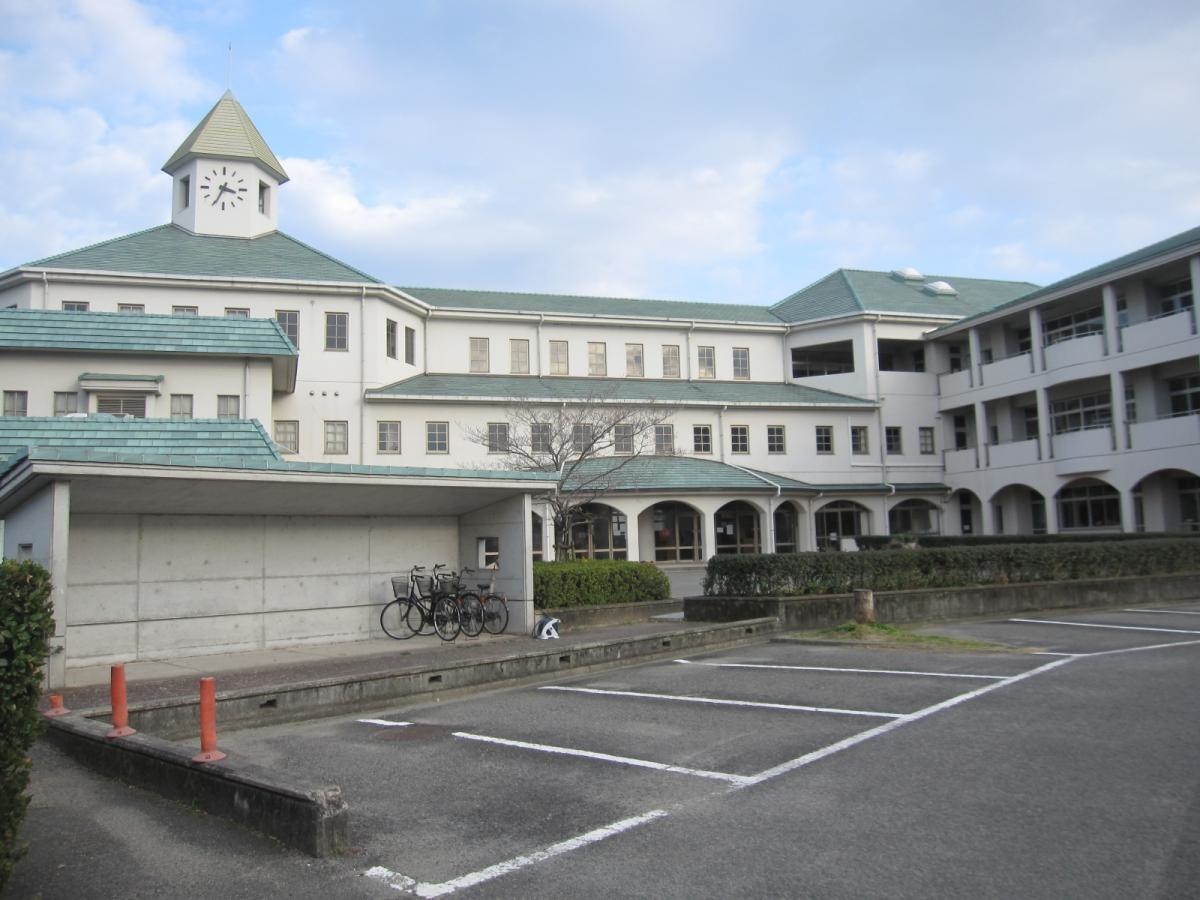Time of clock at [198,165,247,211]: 3:34
